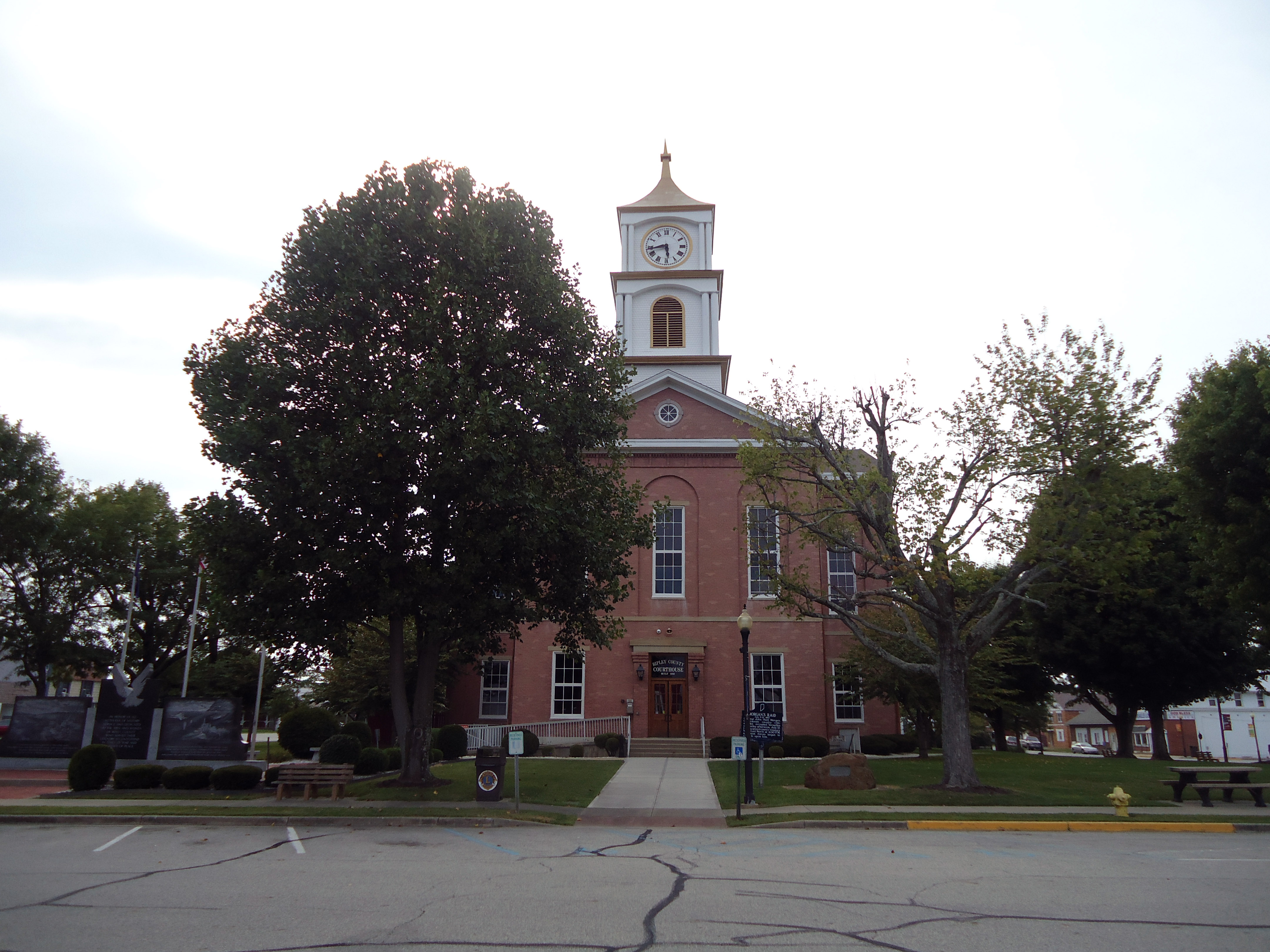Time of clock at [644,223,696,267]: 5:43
